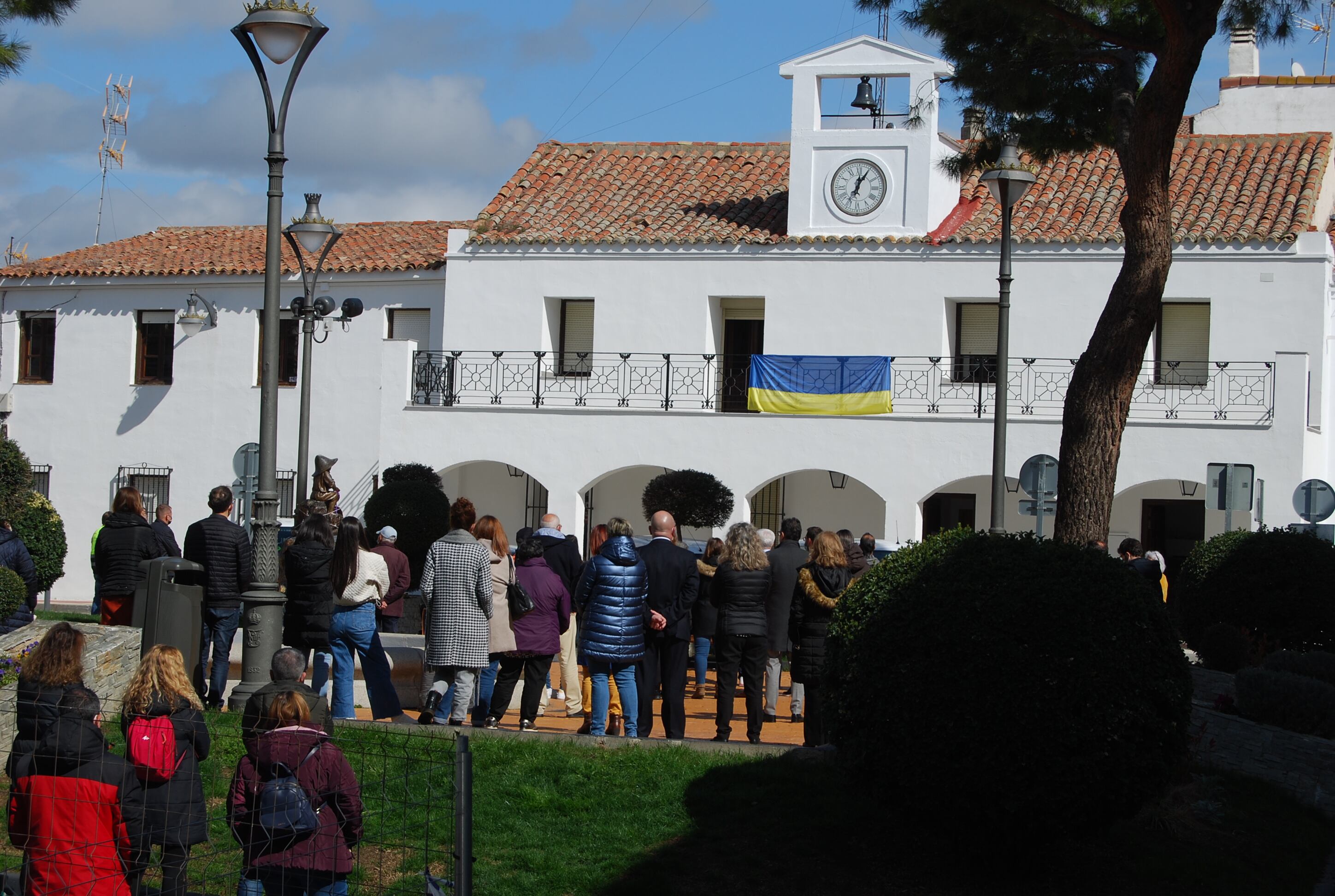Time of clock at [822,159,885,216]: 12:04
